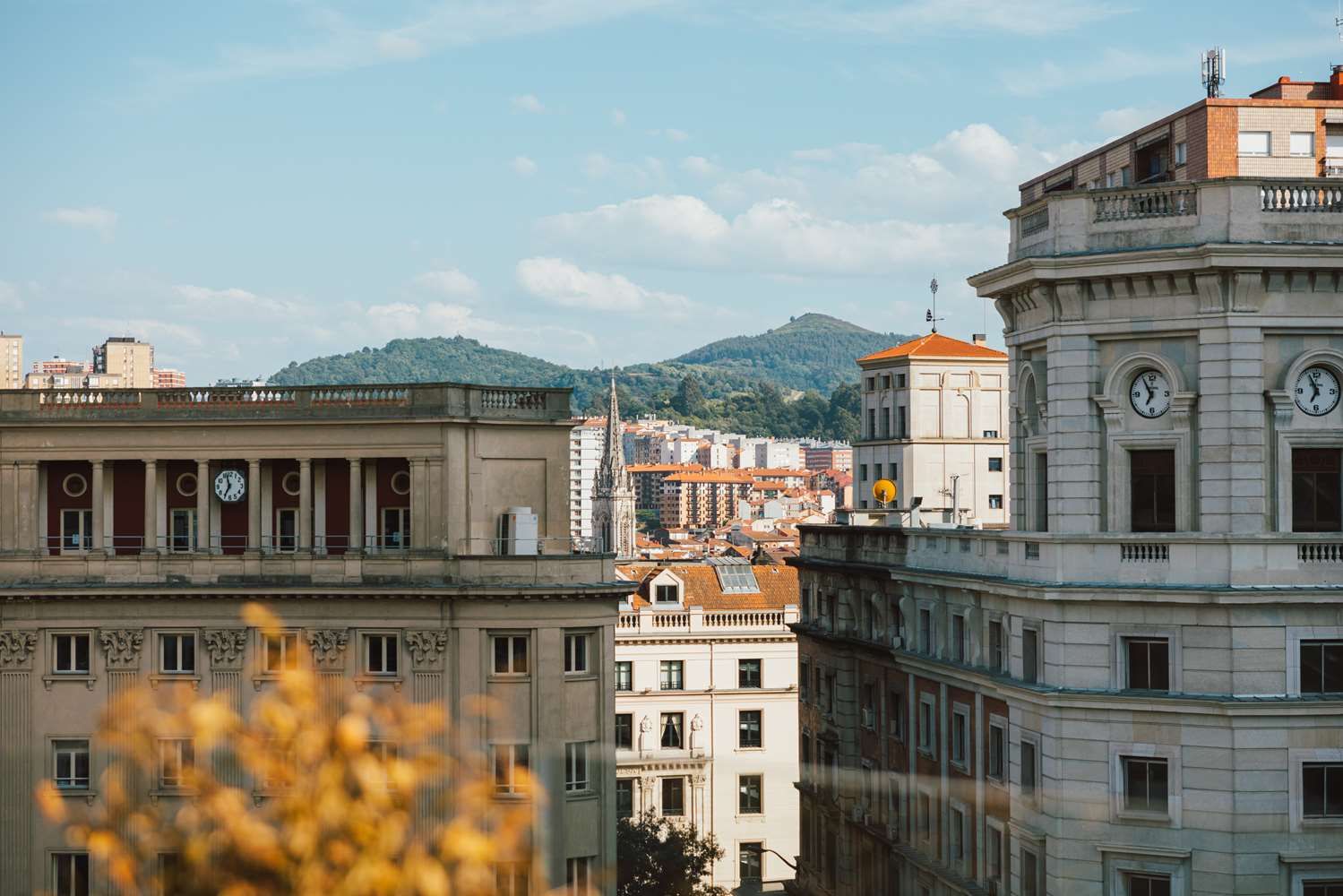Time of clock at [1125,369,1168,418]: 6:54
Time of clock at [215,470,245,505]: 6:57
